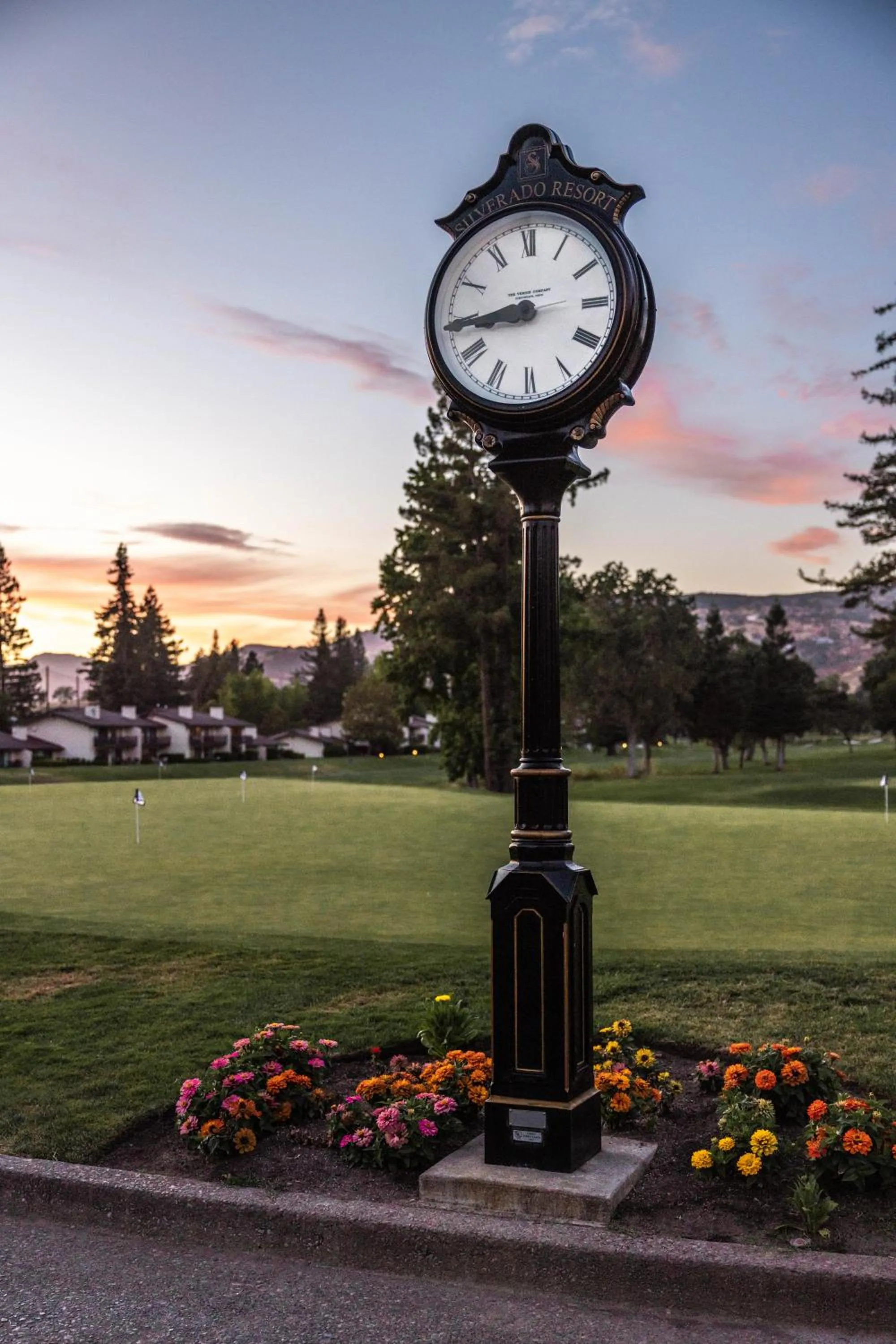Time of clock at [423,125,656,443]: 8:44
